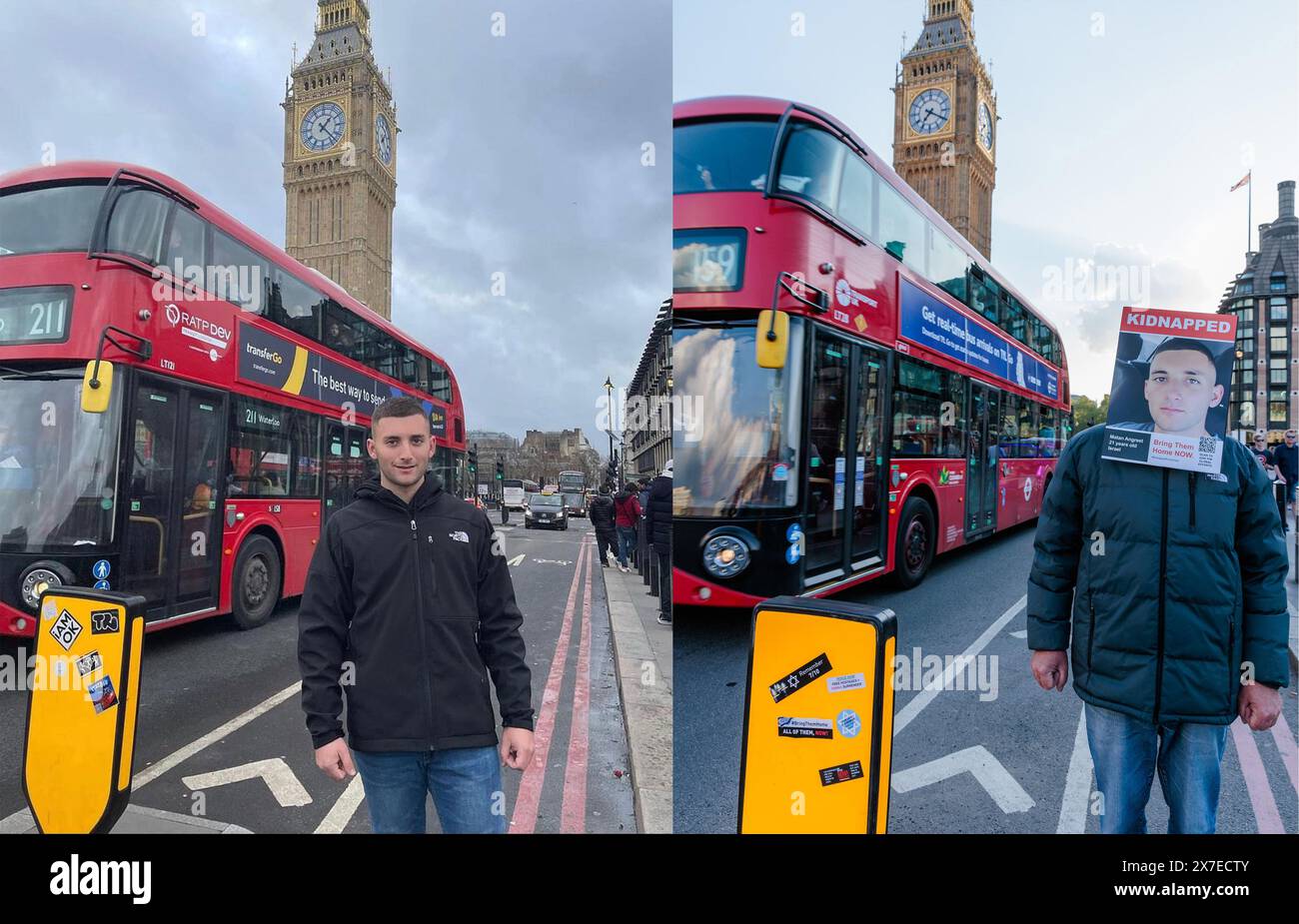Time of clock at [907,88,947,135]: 7:19
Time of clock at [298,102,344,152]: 1:22
